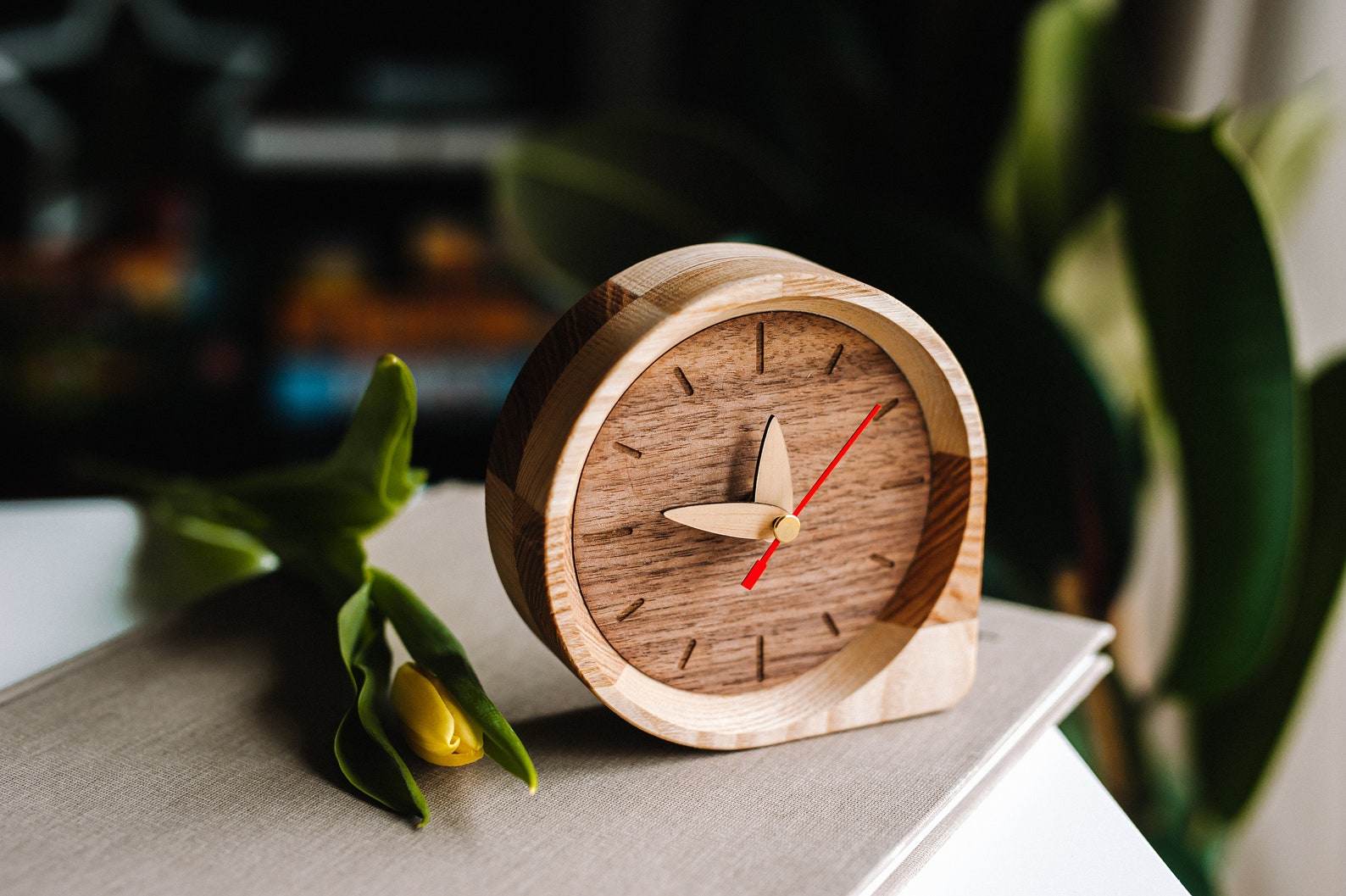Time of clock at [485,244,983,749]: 11:46
